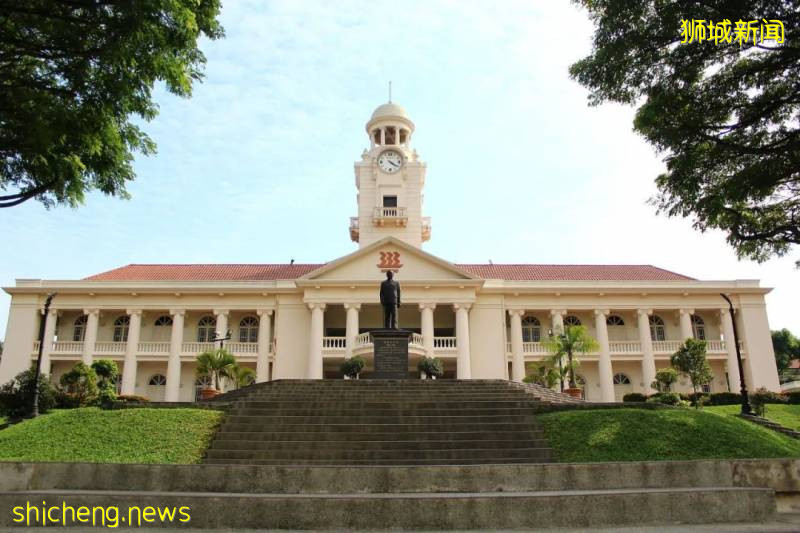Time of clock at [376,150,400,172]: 4:20
